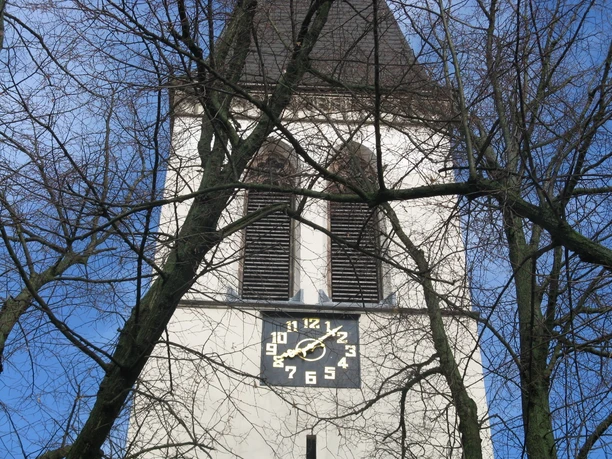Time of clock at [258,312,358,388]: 8:07
